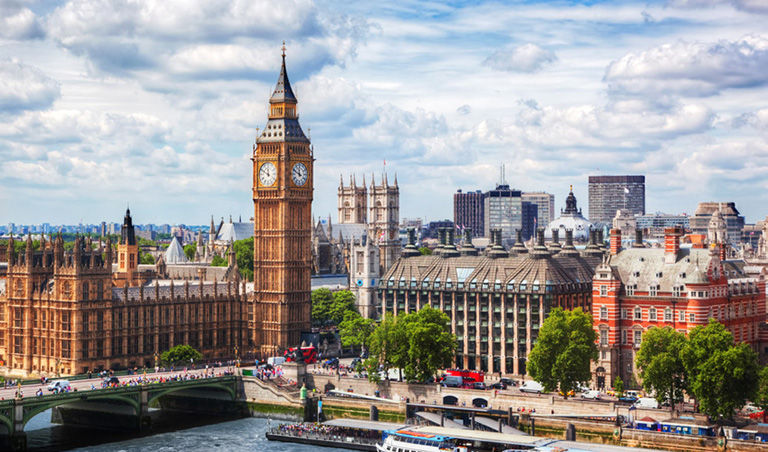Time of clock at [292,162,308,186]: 11:49
